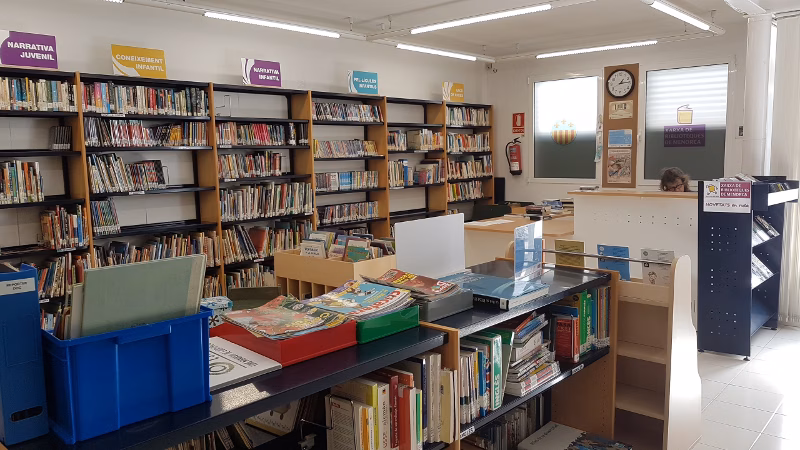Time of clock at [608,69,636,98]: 1:14
